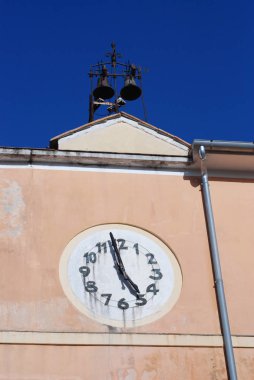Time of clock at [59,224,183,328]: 4:58
